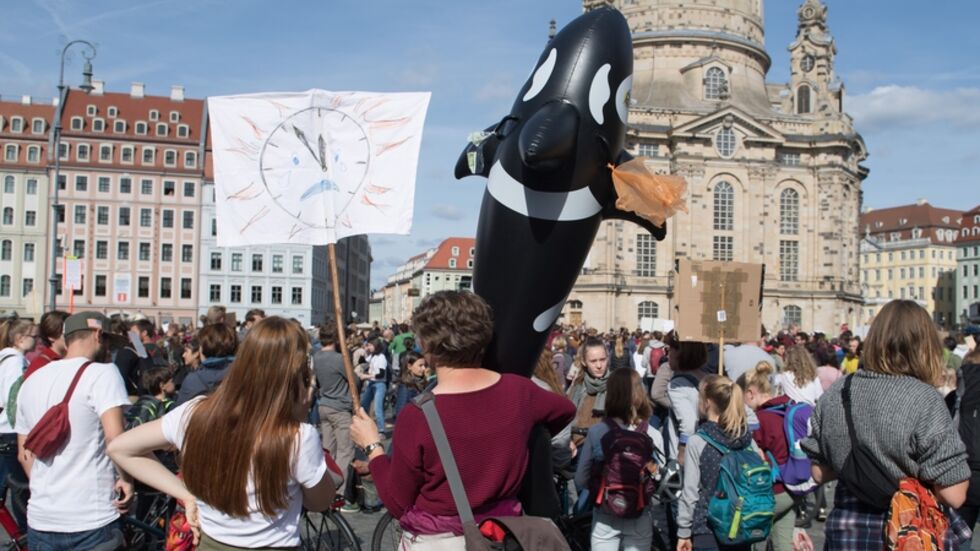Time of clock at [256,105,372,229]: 11:54
